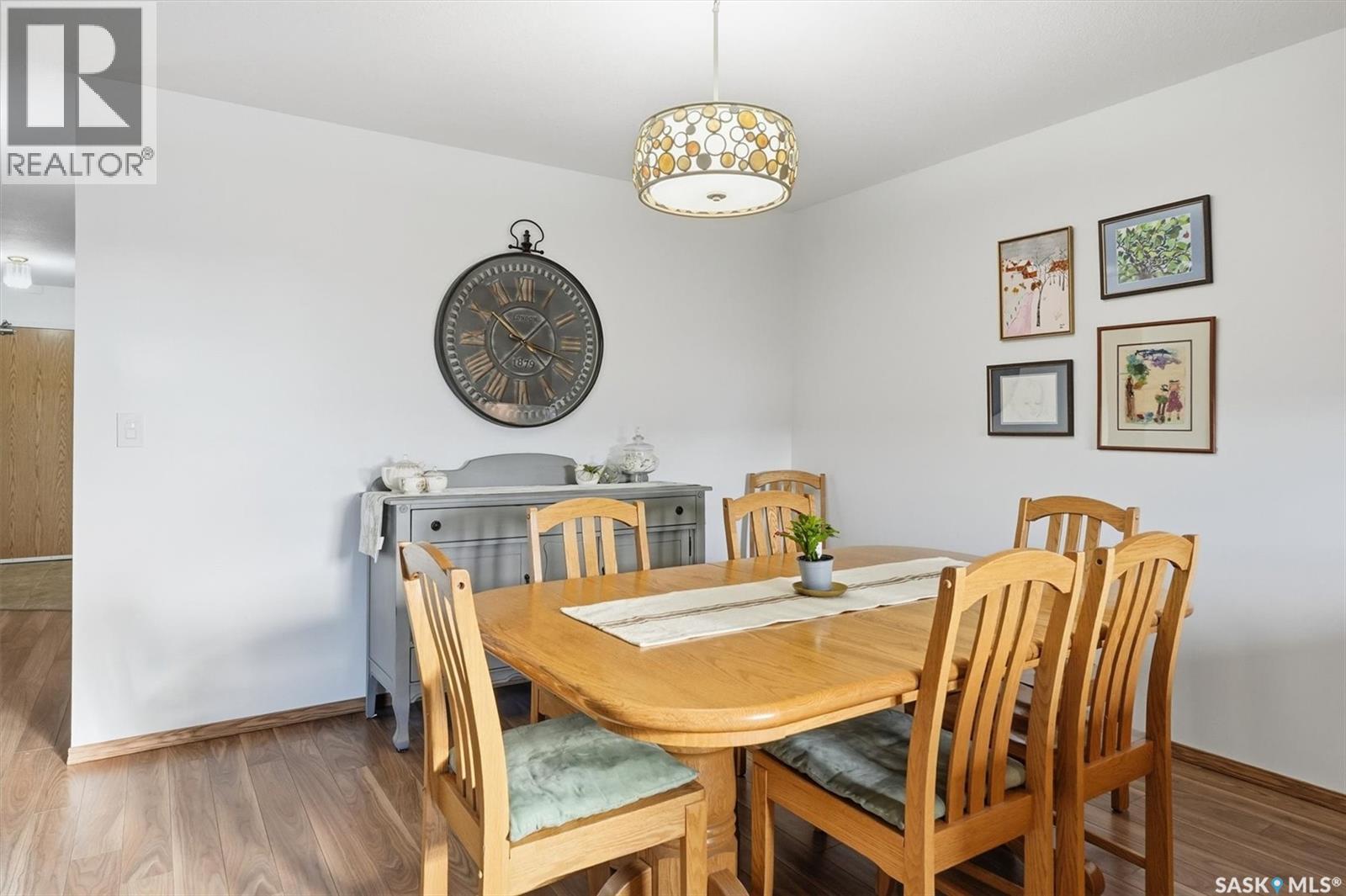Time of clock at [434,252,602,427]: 10:19
